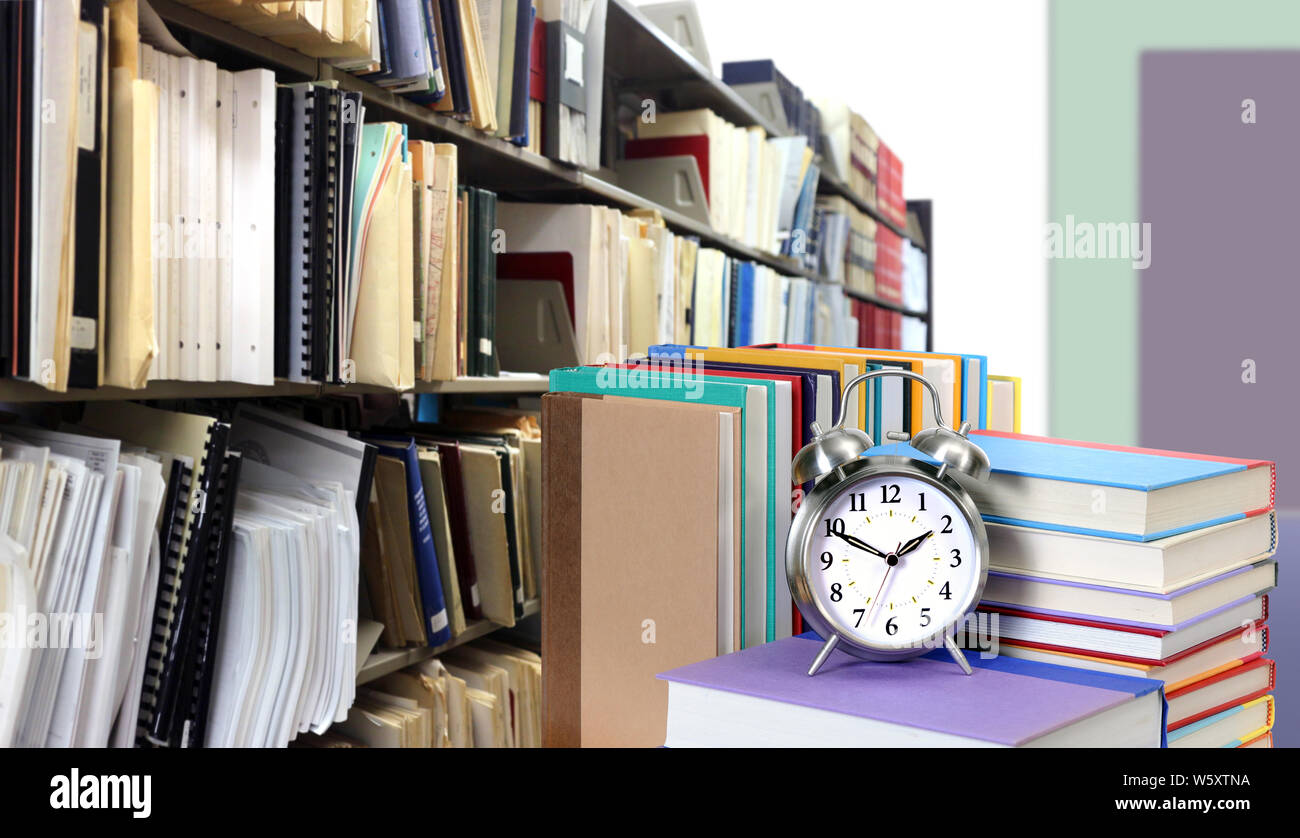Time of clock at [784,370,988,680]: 1:49
